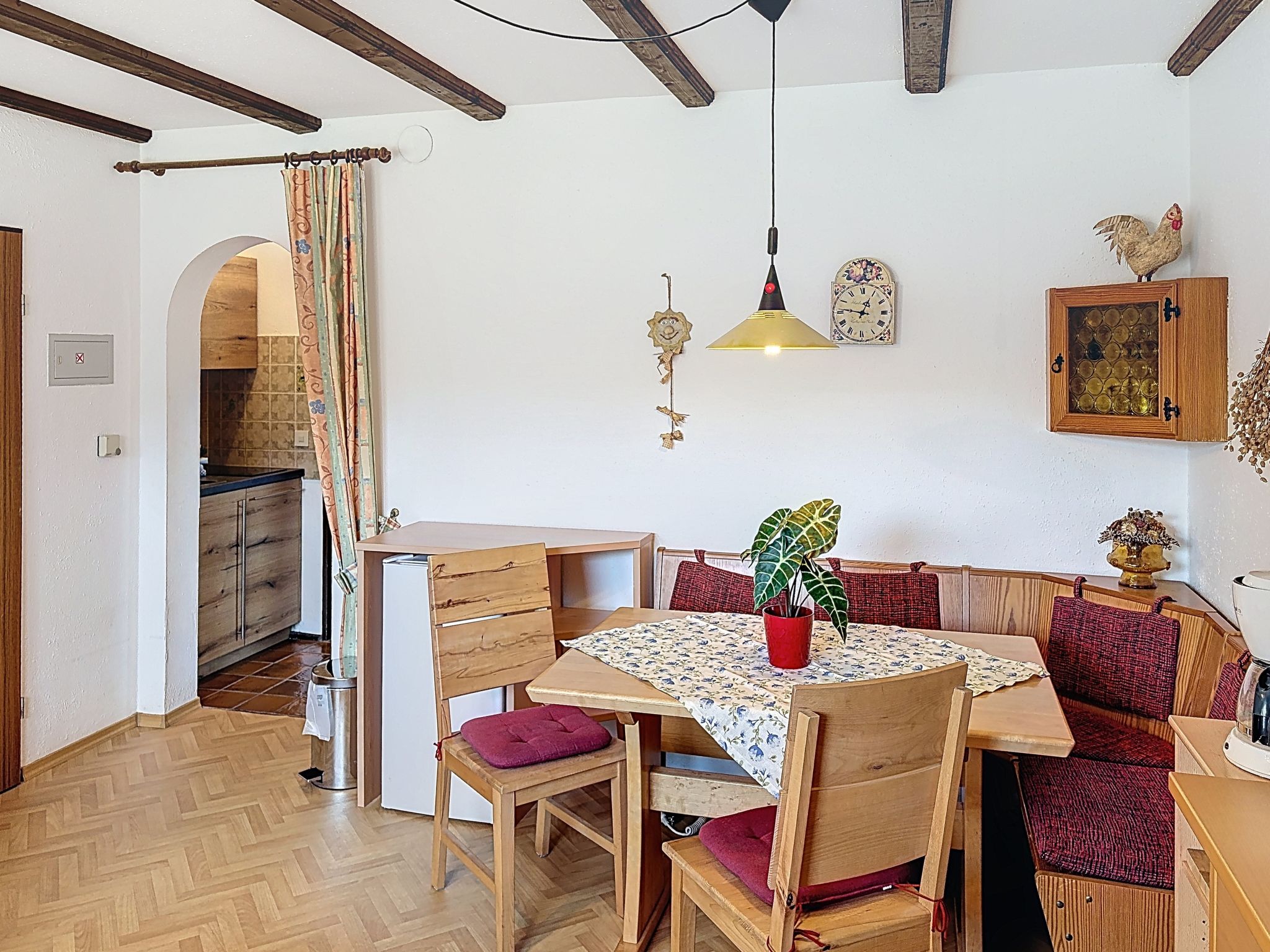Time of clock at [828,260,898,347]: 12:46
